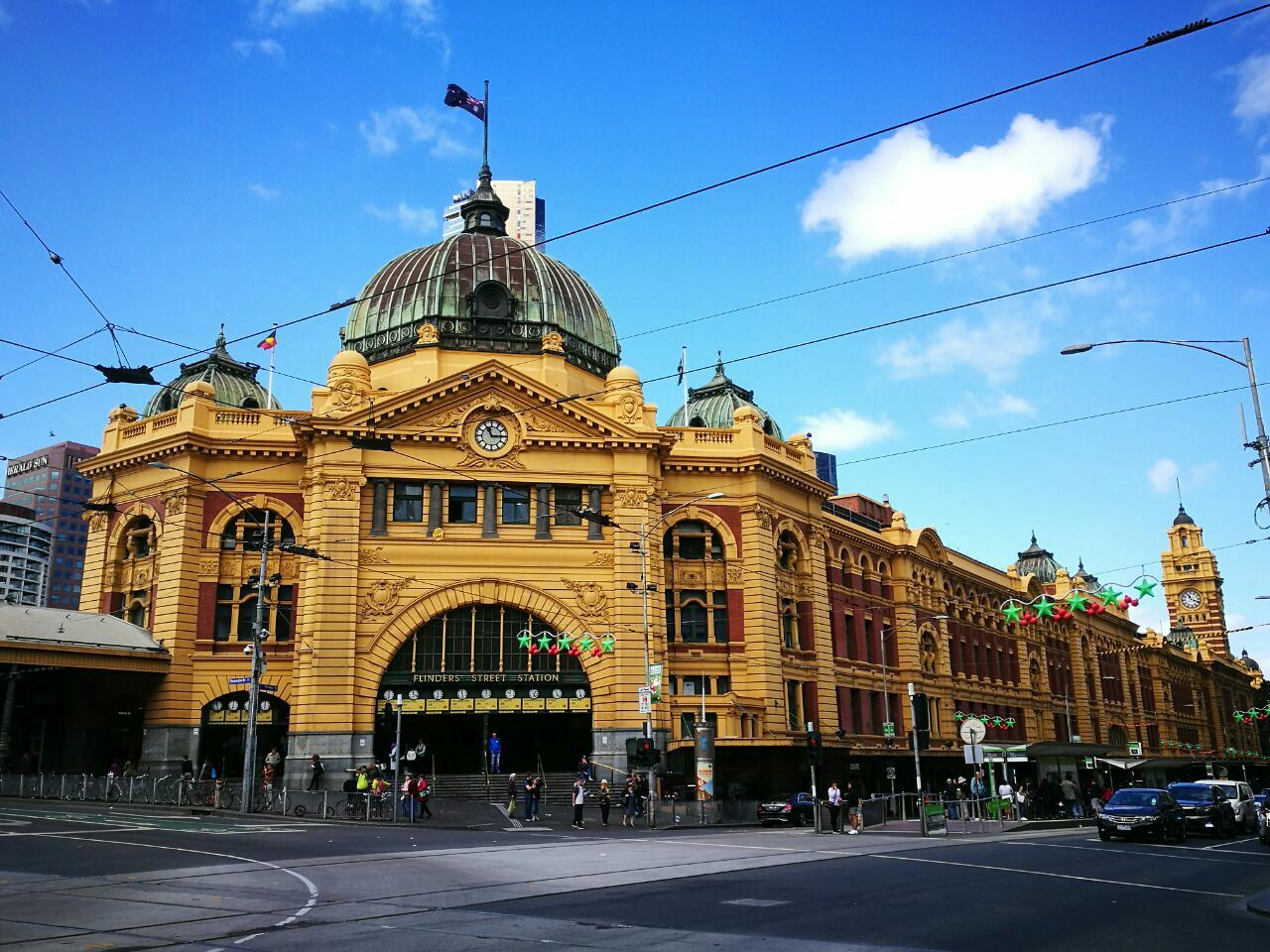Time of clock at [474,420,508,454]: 11:14
